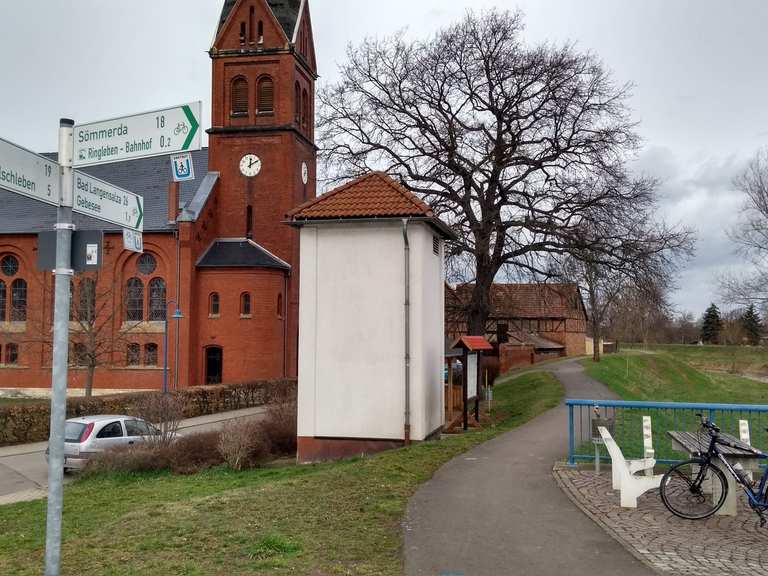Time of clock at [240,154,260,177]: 12:10
